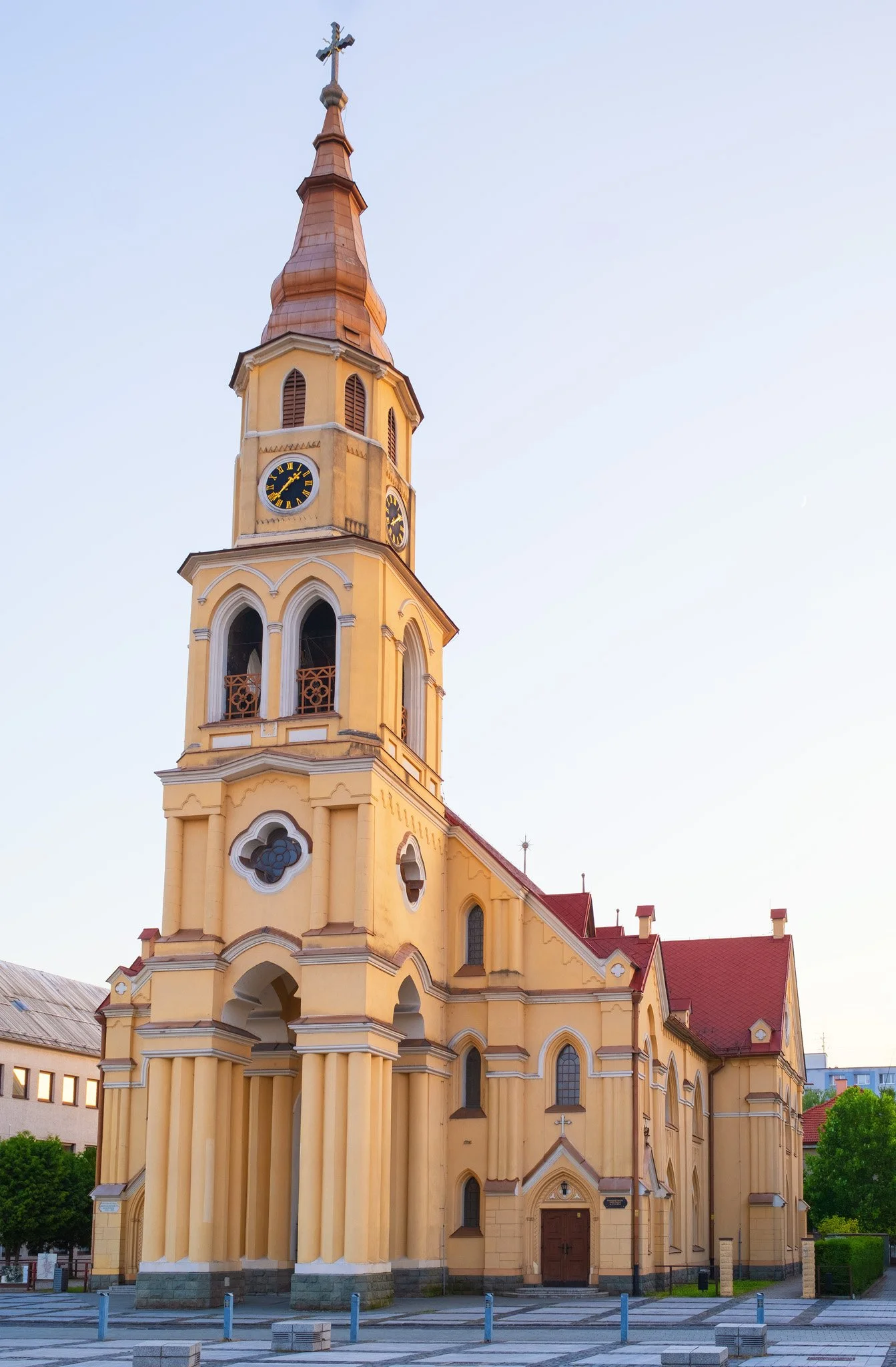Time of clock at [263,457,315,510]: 1:37
